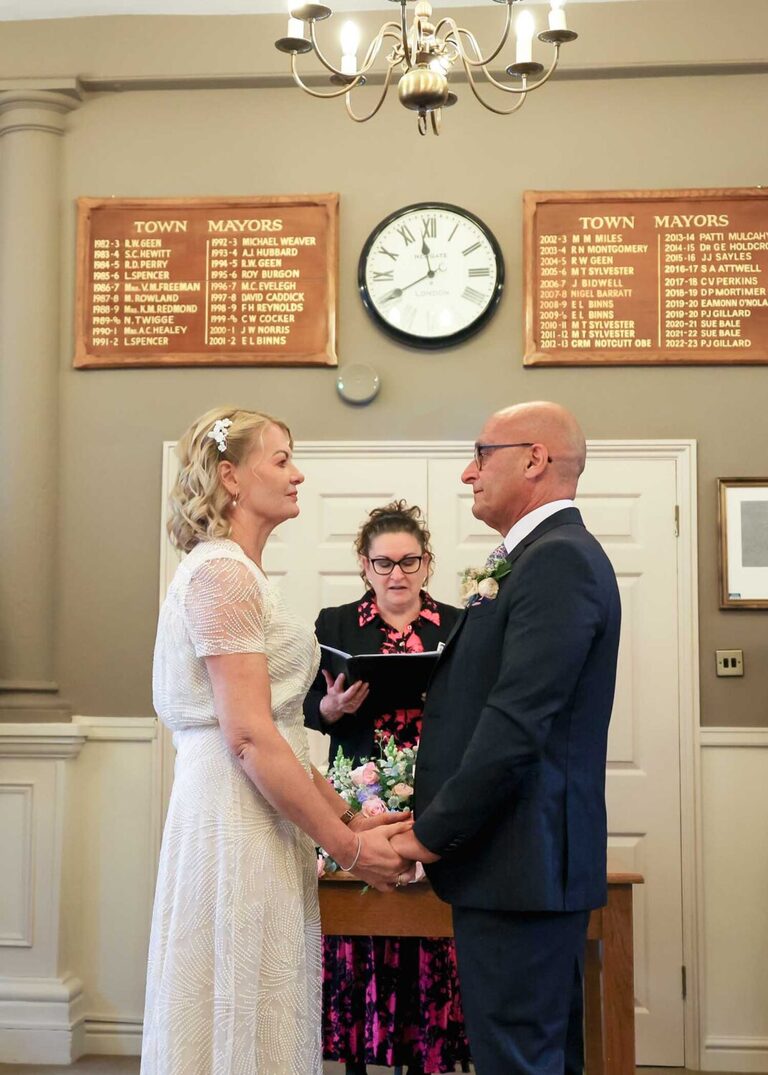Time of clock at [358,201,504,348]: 11:40
